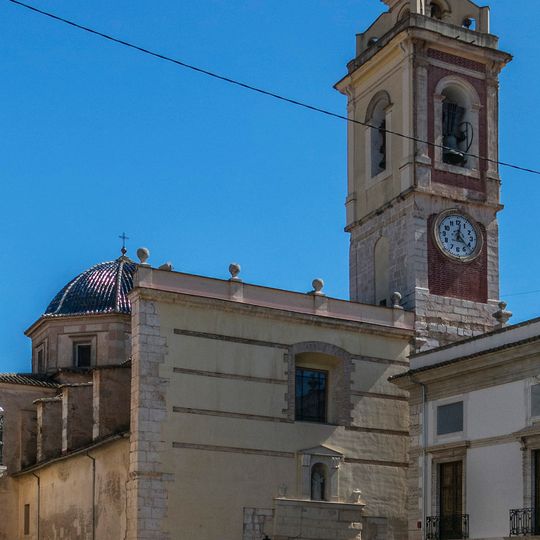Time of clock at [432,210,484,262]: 12:22
